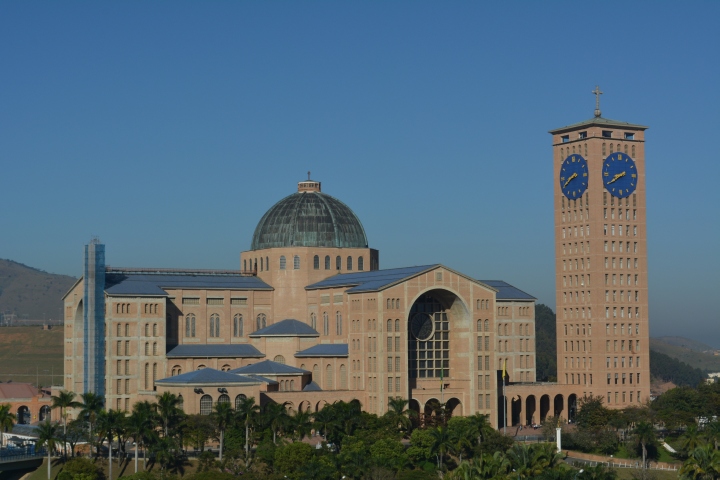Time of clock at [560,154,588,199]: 8:40
